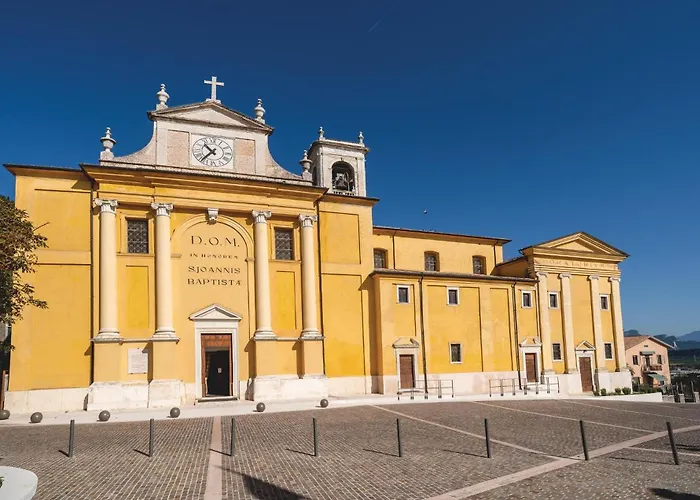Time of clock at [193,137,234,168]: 10:36
